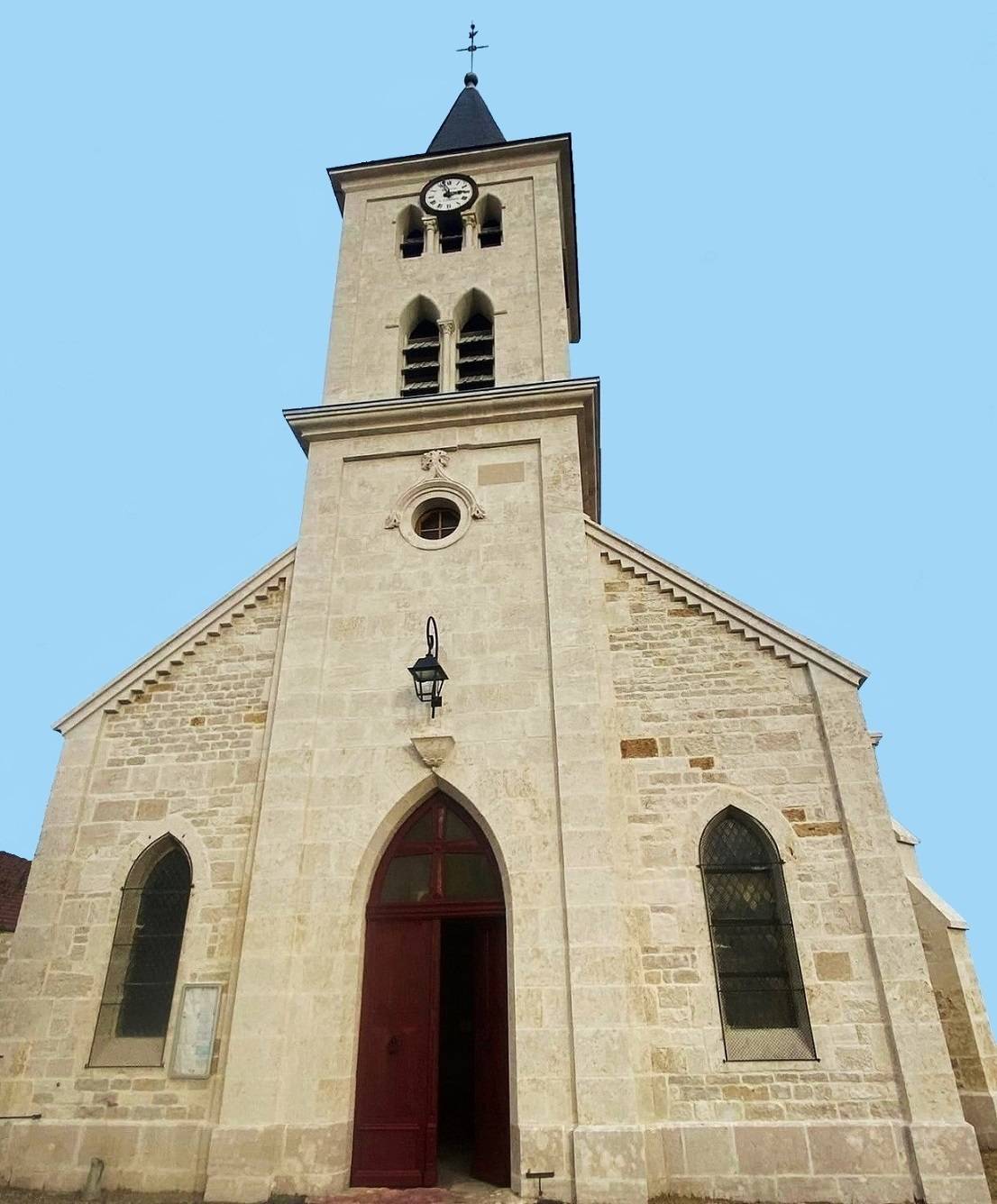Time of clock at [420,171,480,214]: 2:57
